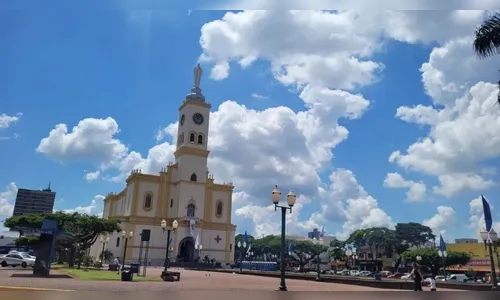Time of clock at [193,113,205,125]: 11:07
